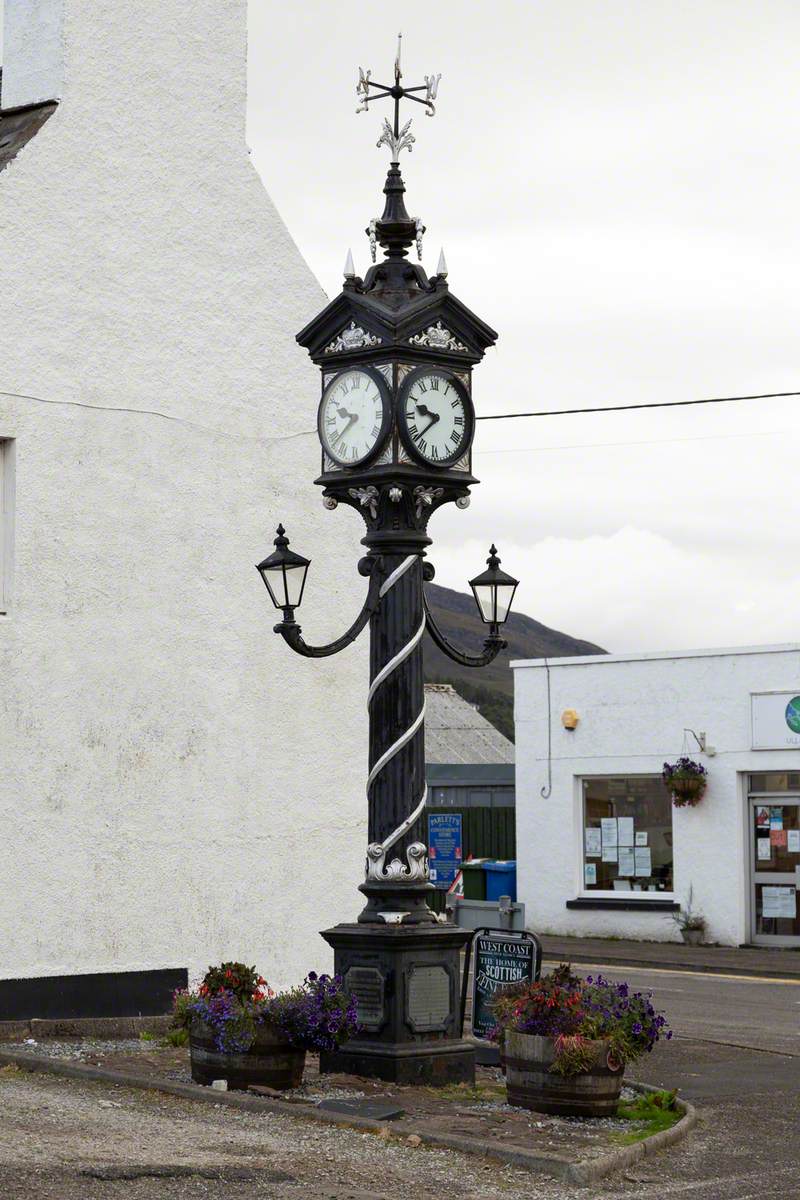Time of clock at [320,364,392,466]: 9:38
